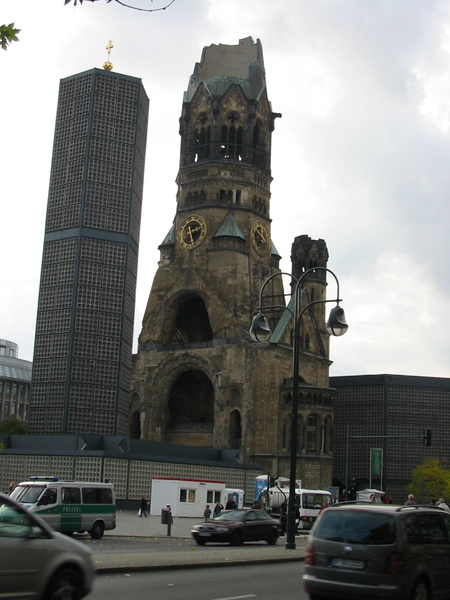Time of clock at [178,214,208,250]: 2:26
